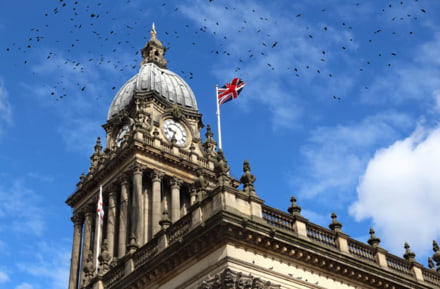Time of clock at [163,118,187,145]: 9:34
